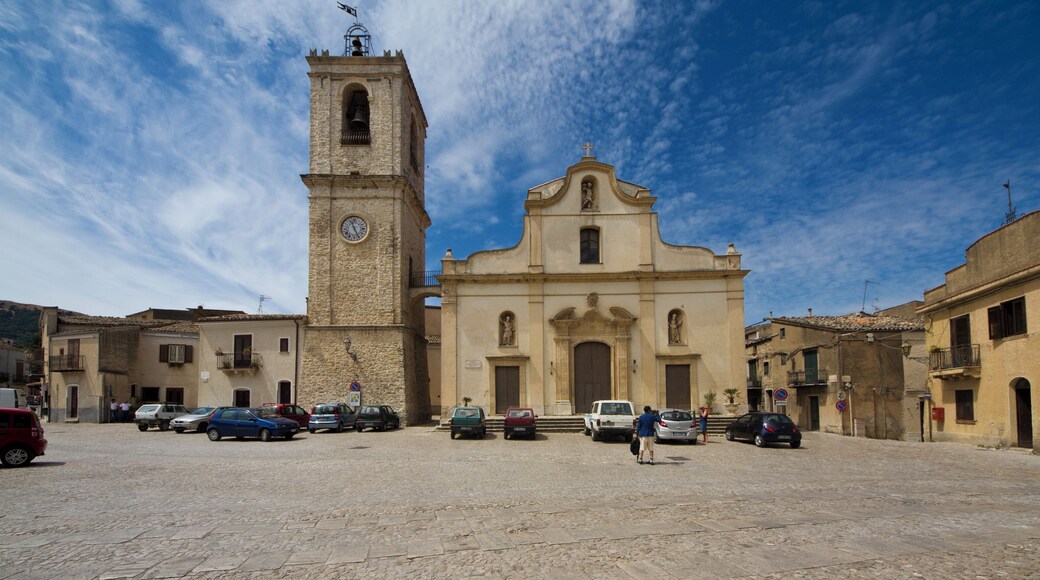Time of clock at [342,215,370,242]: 11:25
